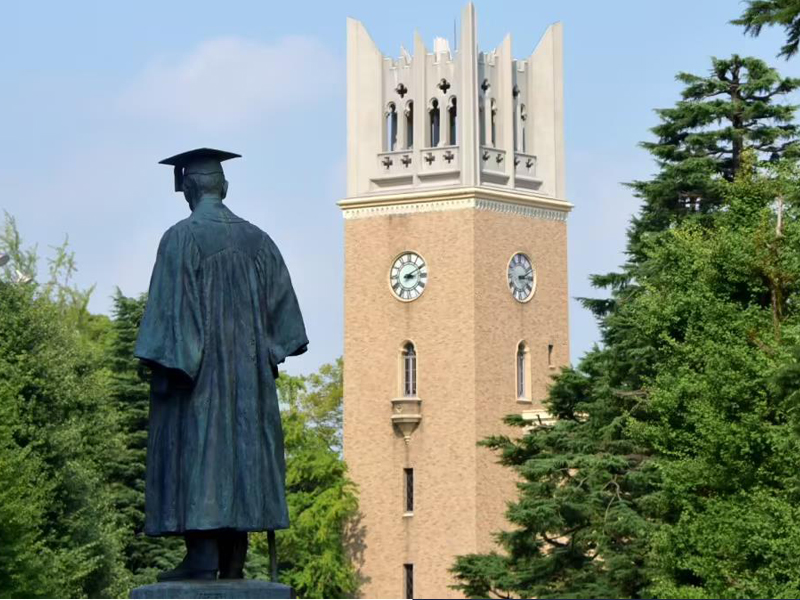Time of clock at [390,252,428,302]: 3:10
